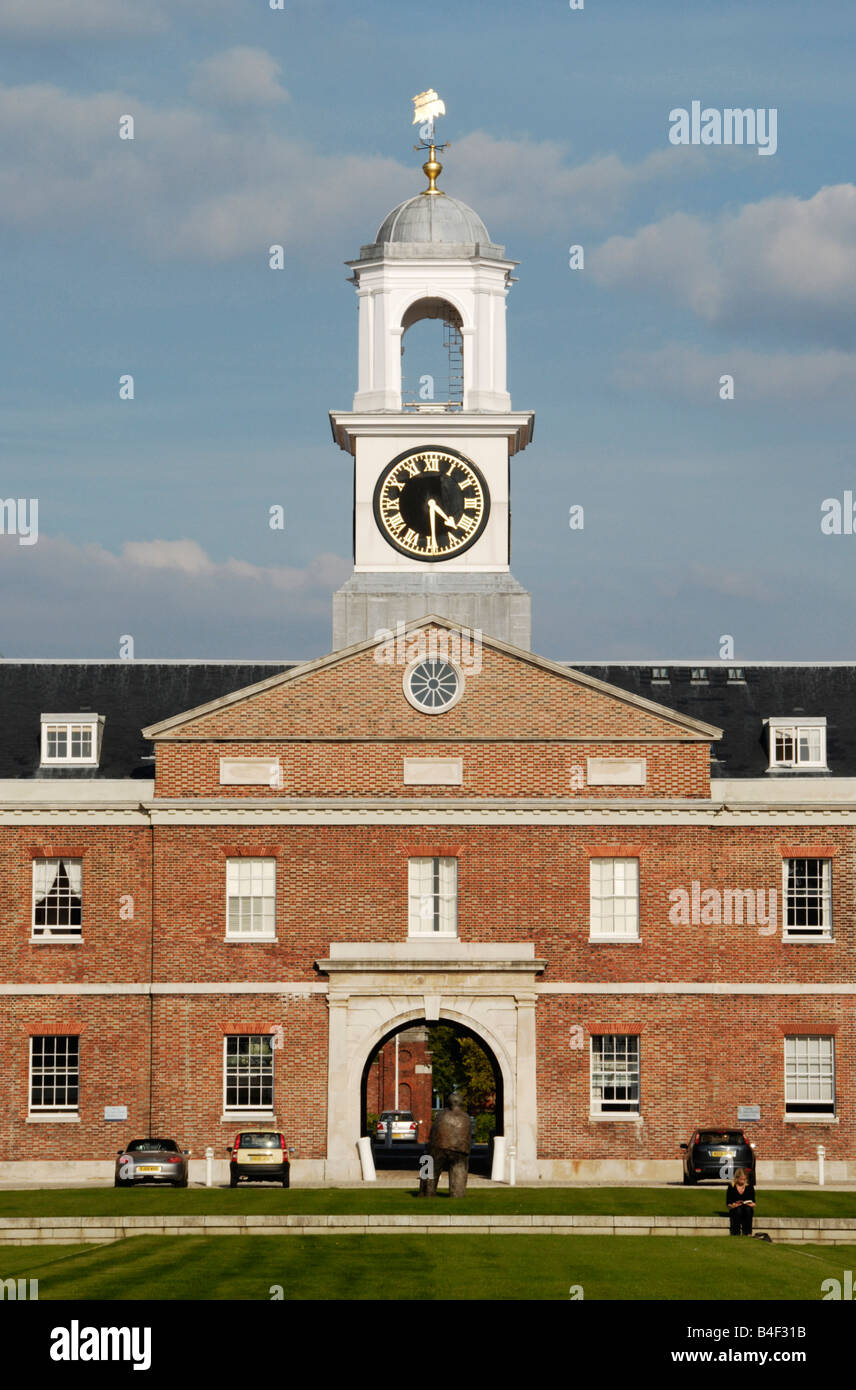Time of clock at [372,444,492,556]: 4:29
